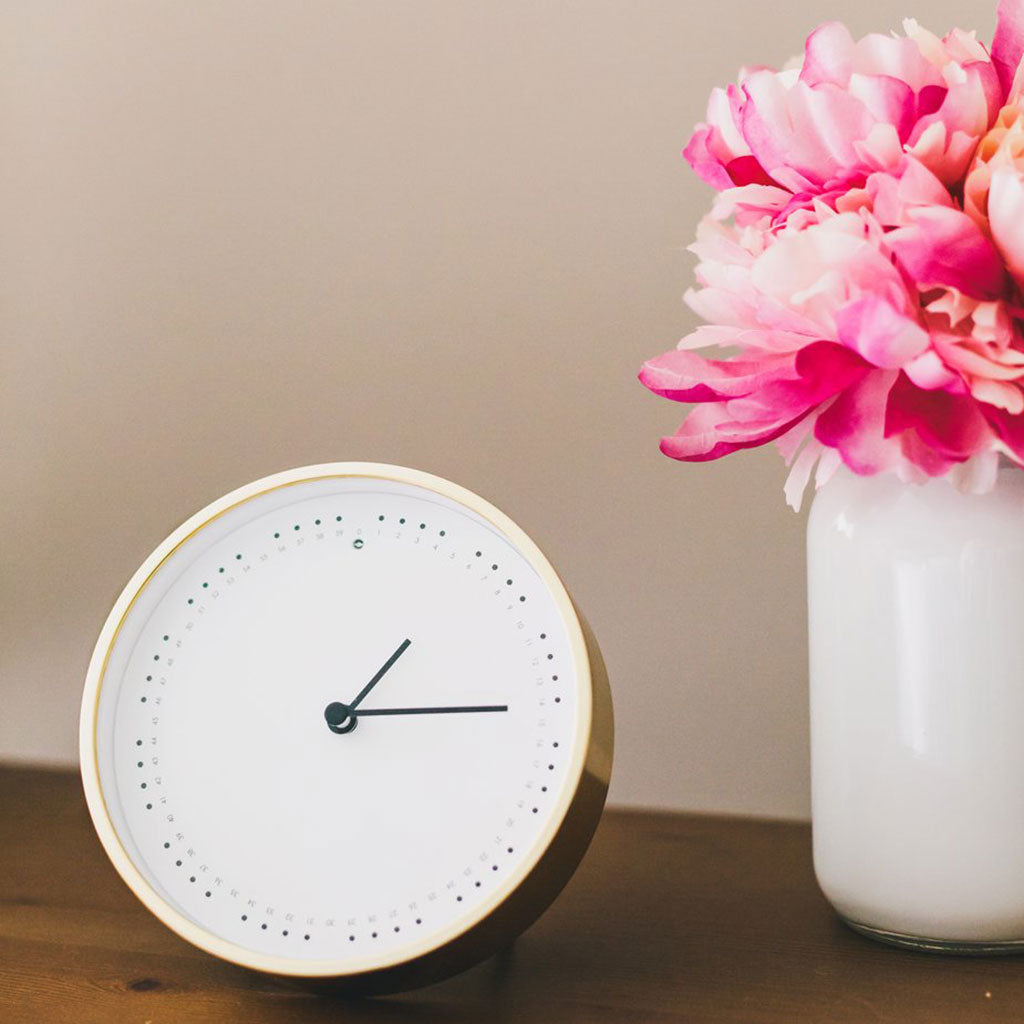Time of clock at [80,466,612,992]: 1:13
